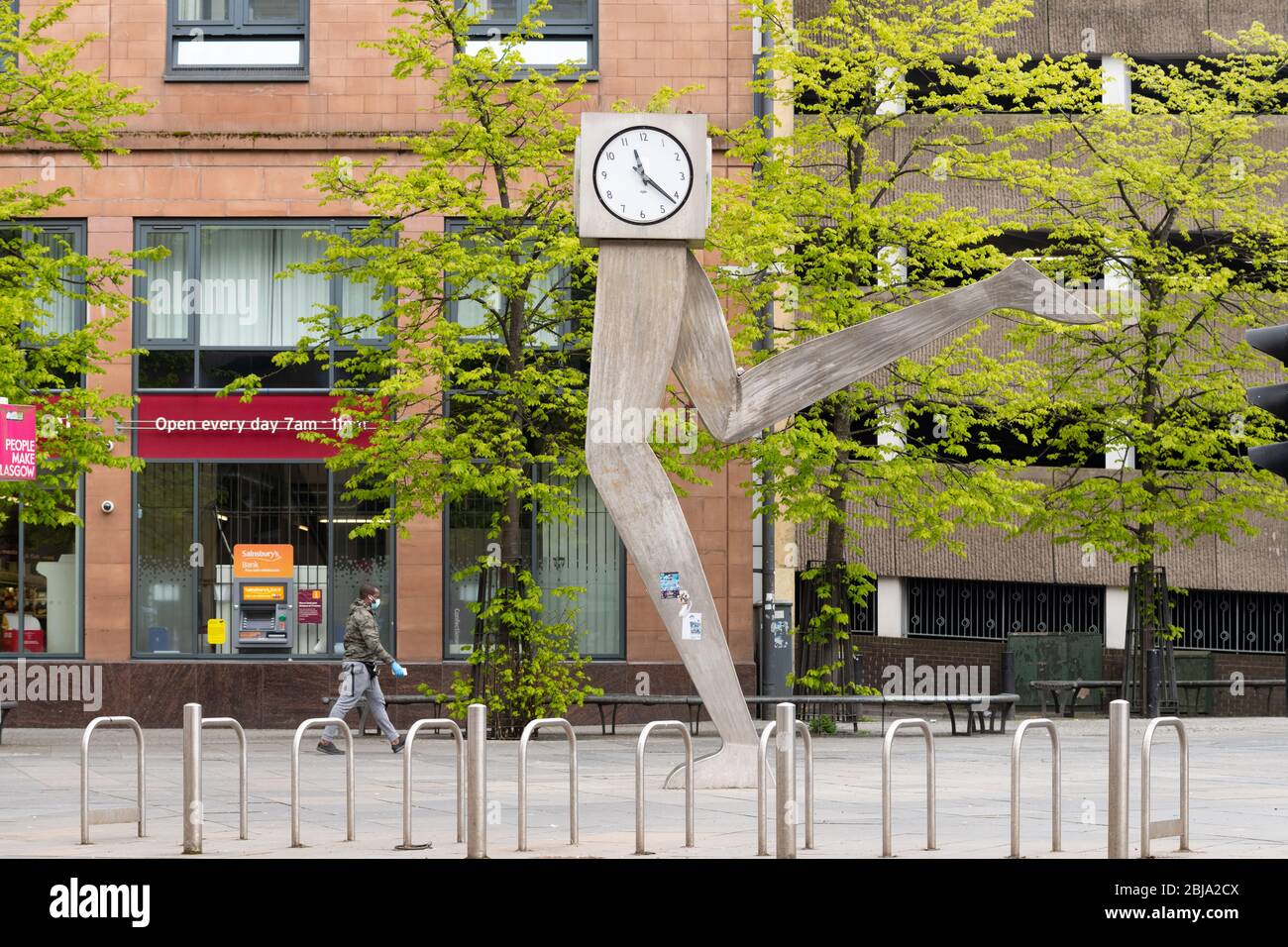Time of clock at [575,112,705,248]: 11:21
